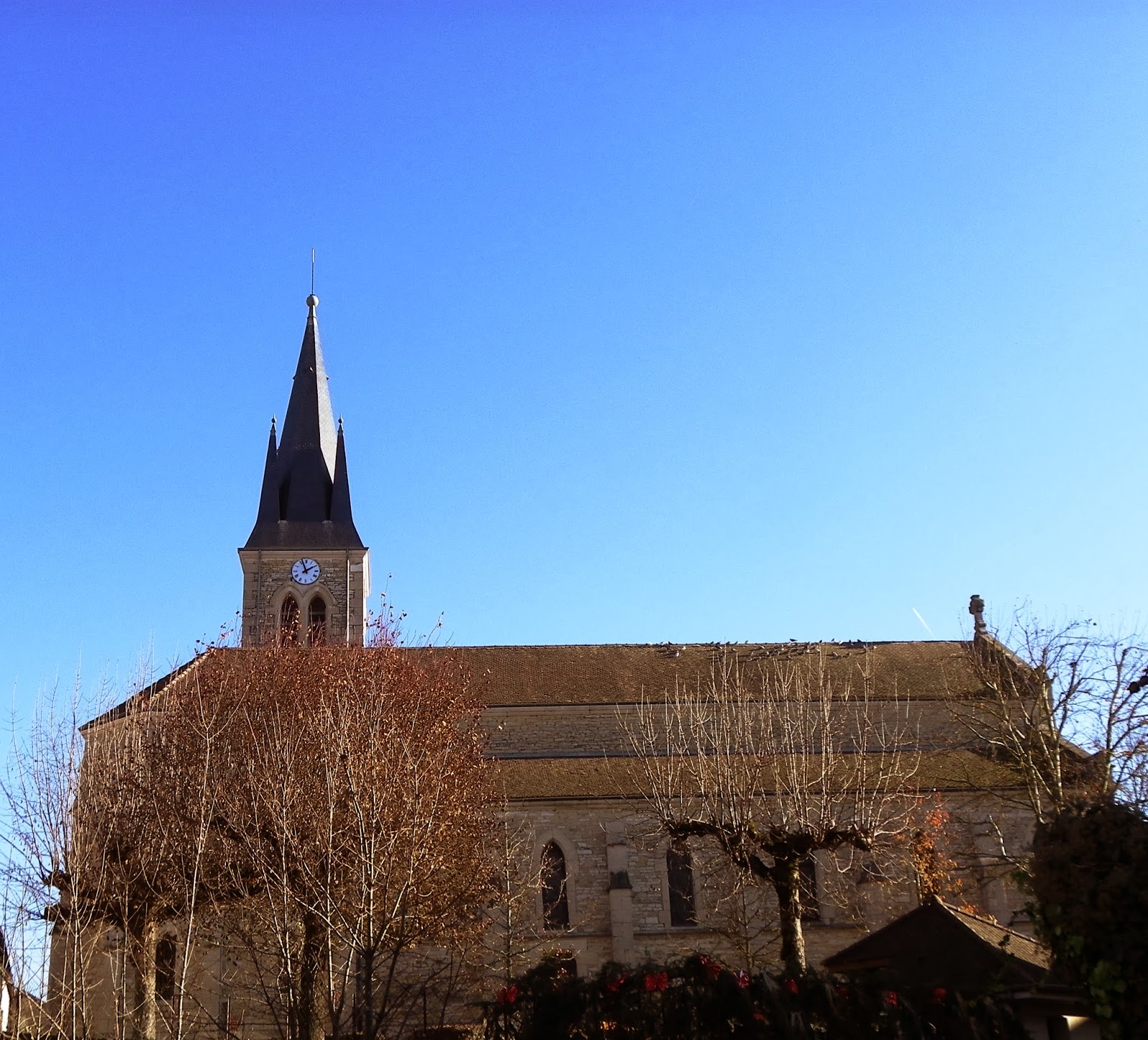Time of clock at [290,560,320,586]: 1:56
